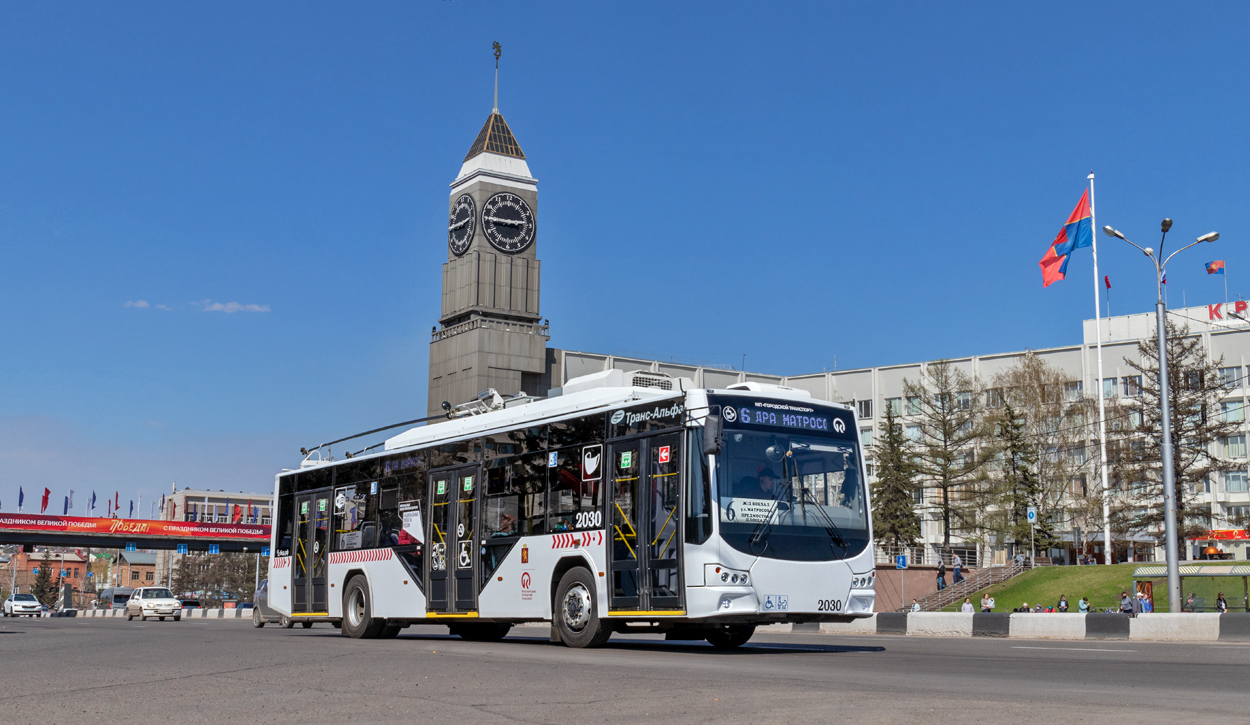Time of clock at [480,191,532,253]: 2:45
